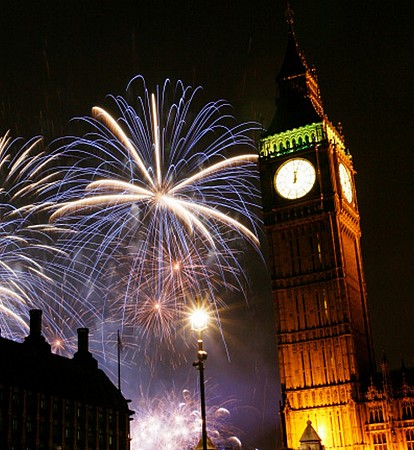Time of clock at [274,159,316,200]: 12:03
